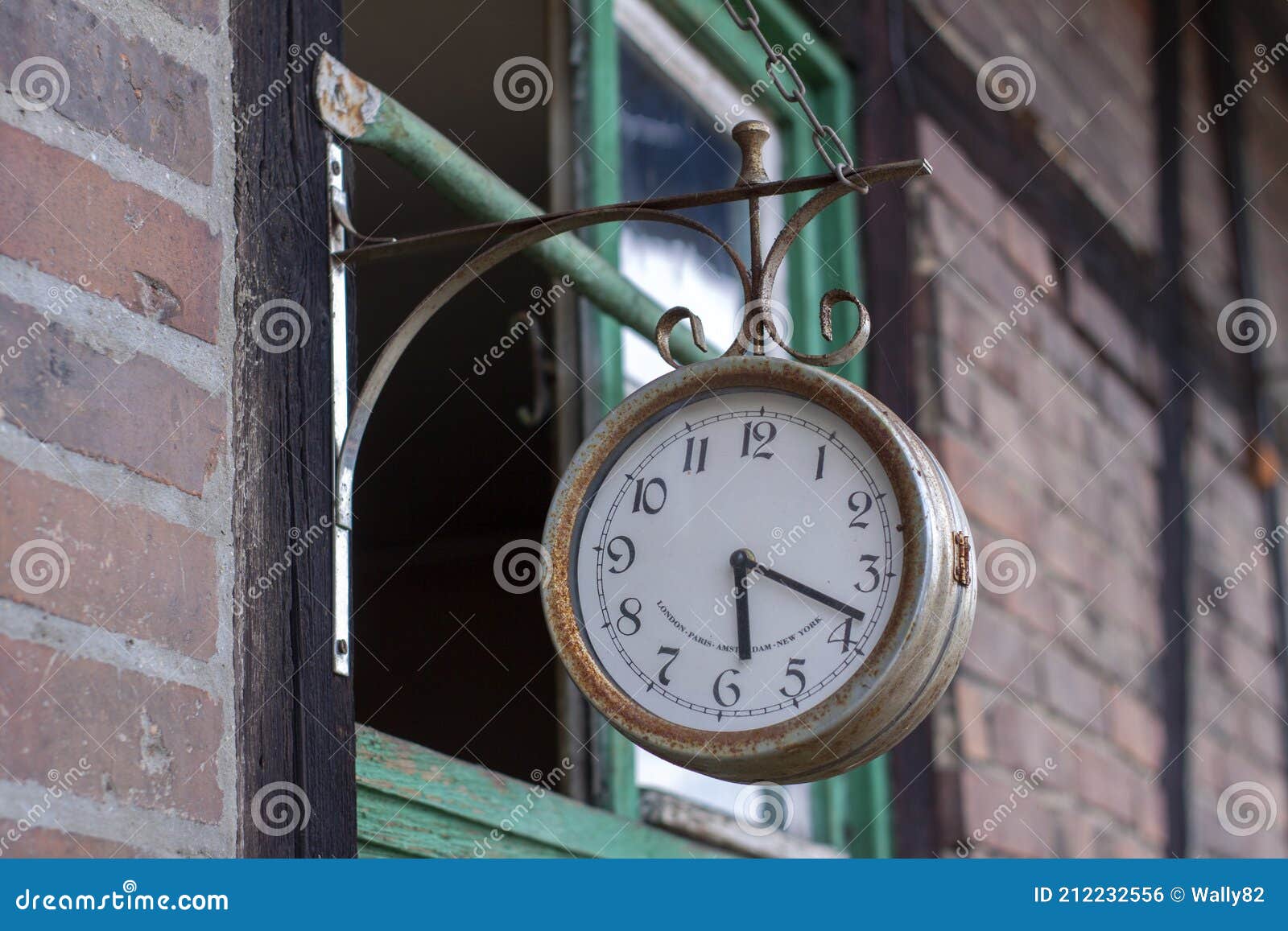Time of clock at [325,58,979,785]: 5:18
